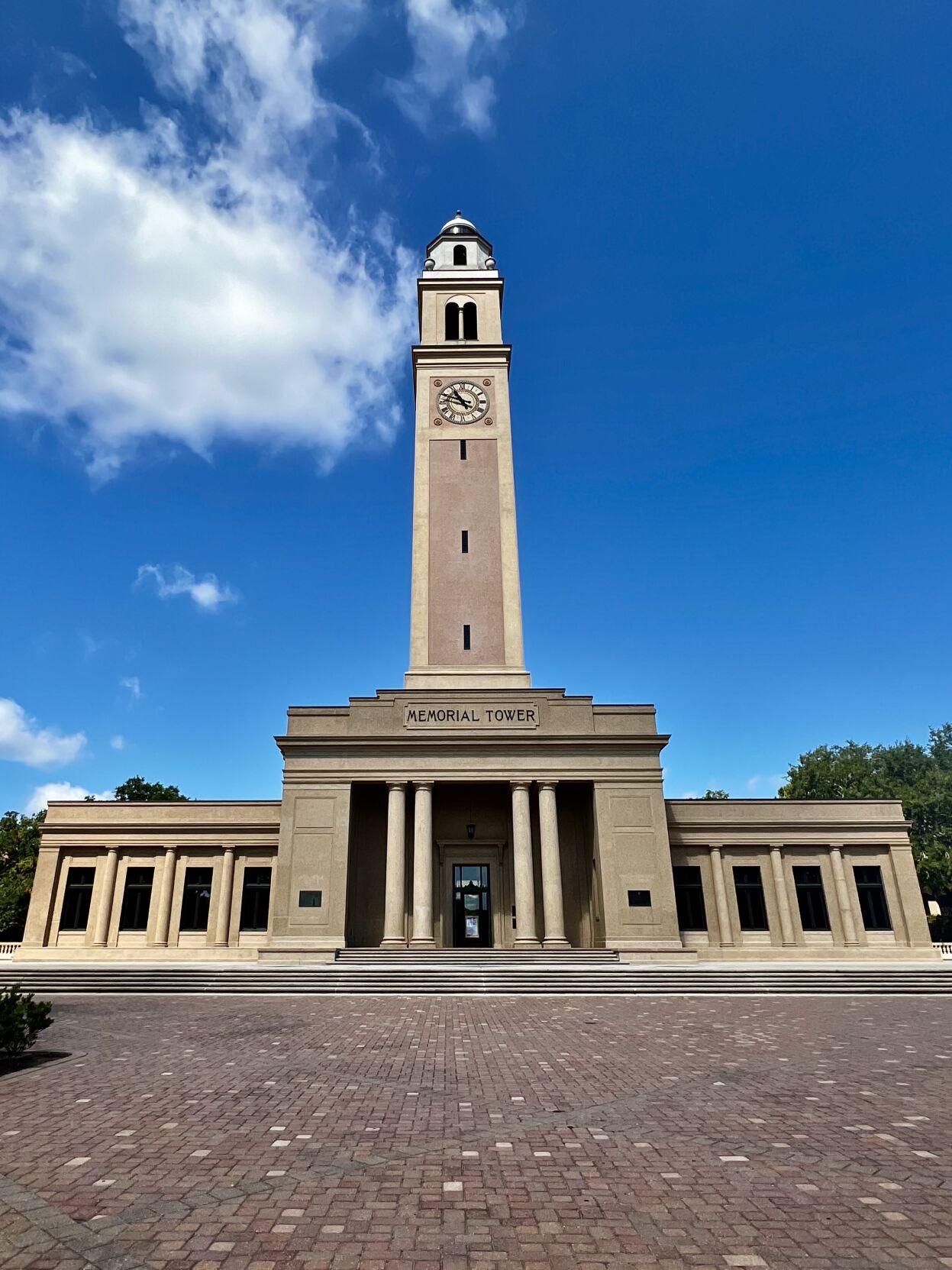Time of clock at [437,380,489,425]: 10:48
